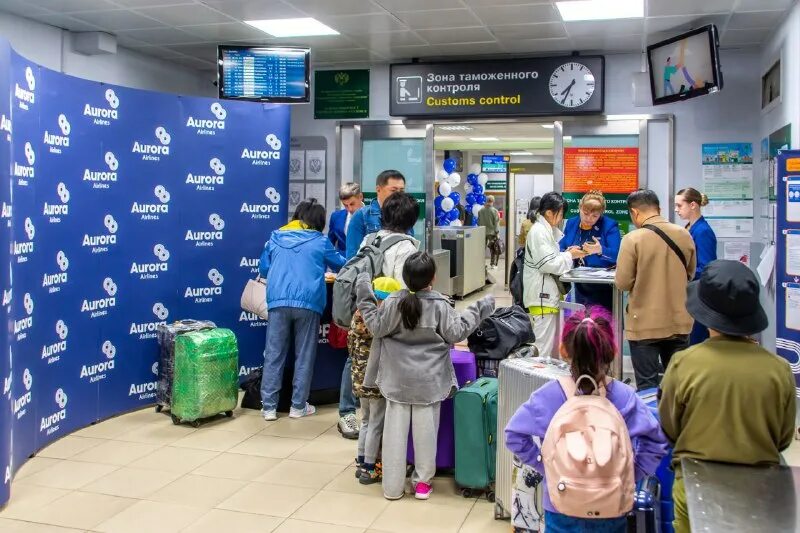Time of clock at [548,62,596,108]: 7:34
